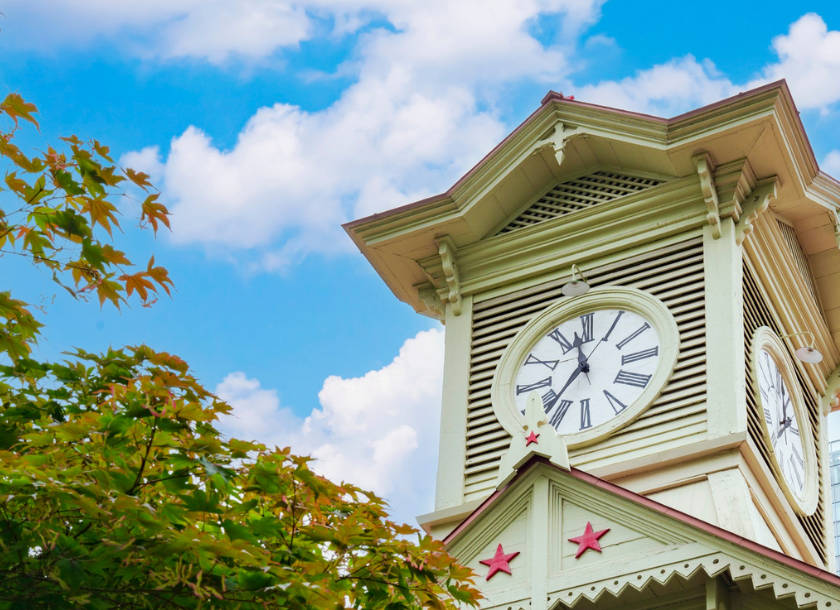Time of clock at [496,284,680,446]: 11:36
